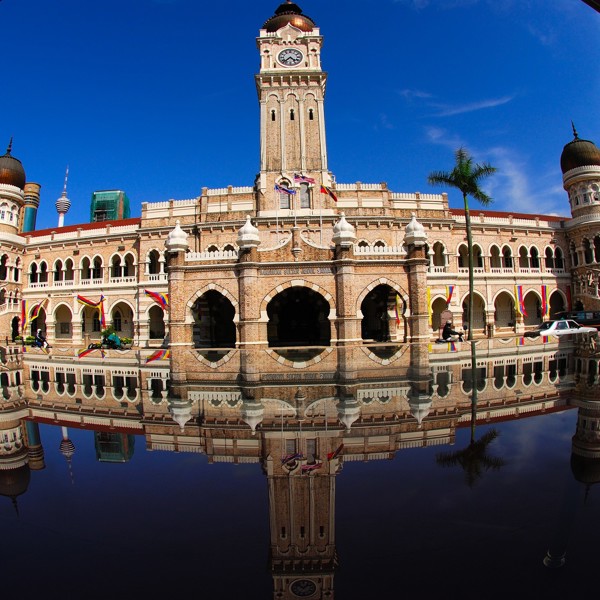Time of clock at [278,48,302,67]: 4:37
